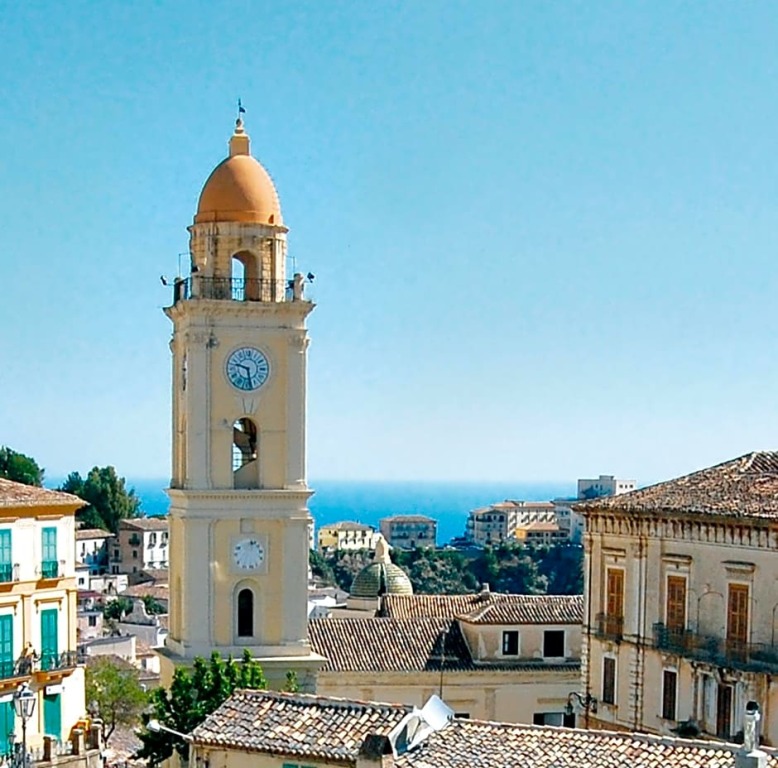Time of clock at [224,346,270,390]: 9:28
